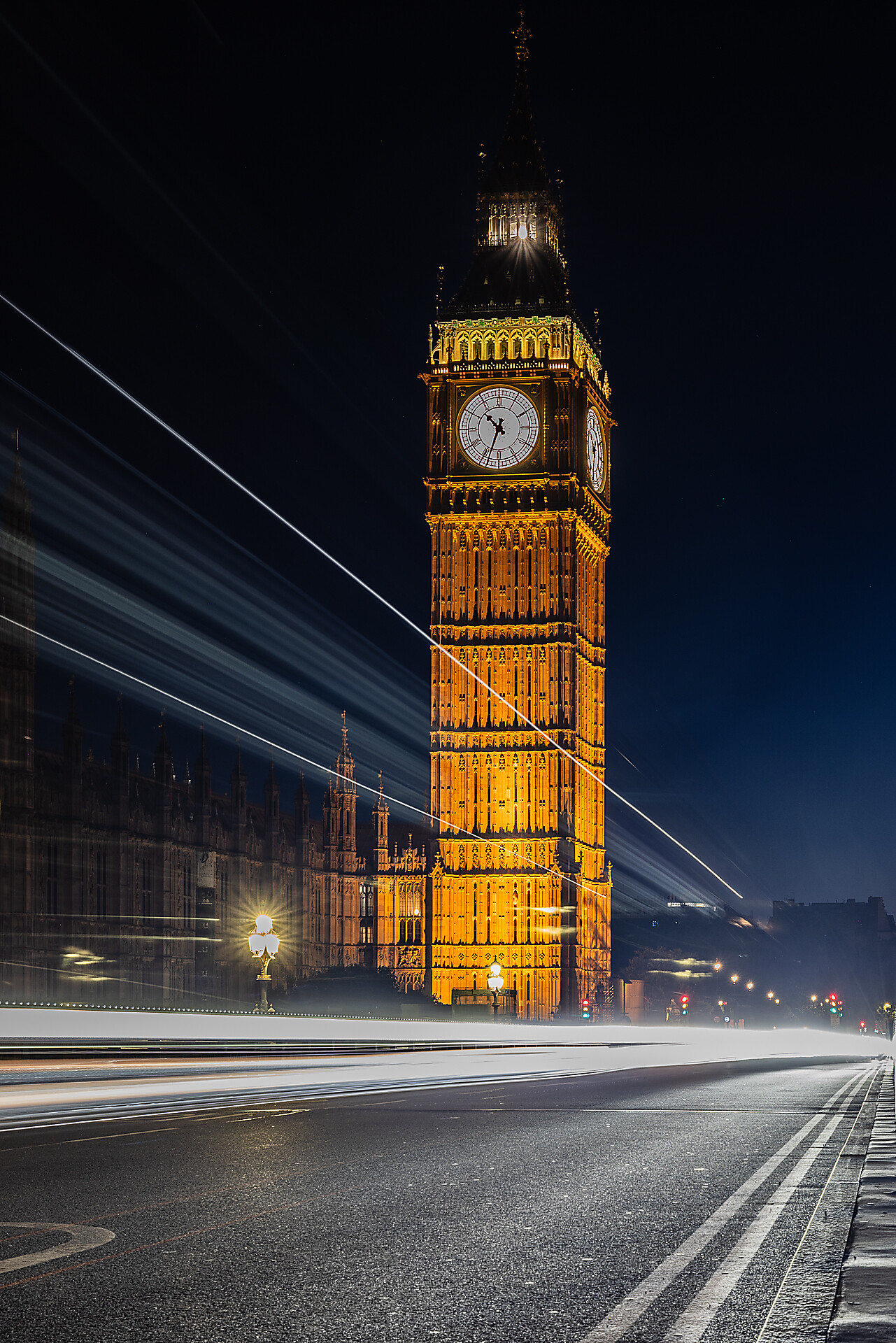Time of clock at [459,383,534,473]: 10:33
